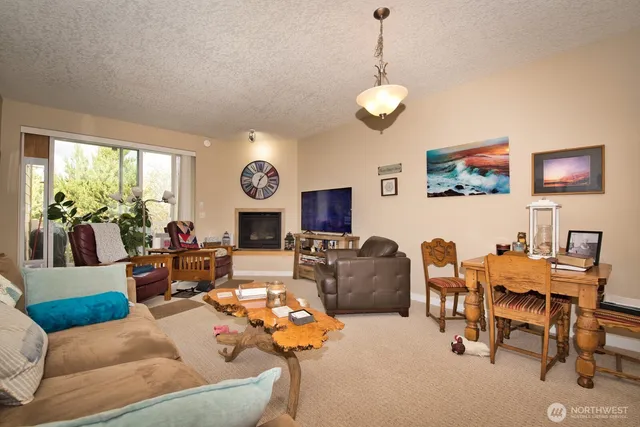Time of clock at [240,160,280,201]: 1:33
